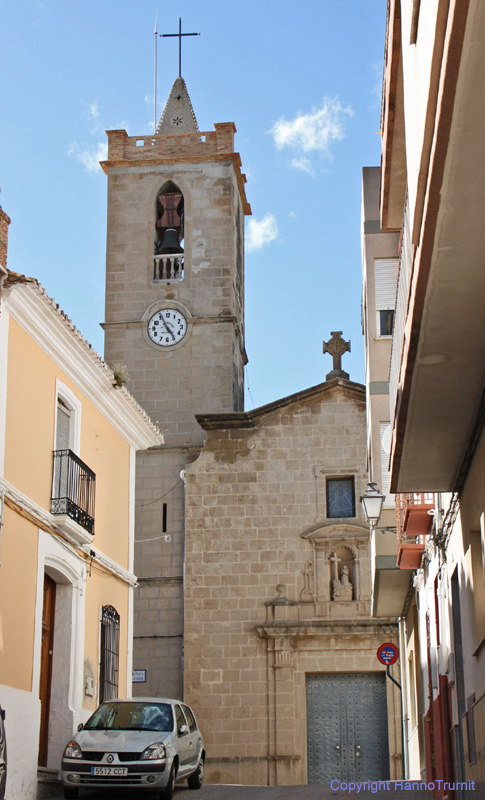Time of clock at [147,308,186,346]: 4:55
